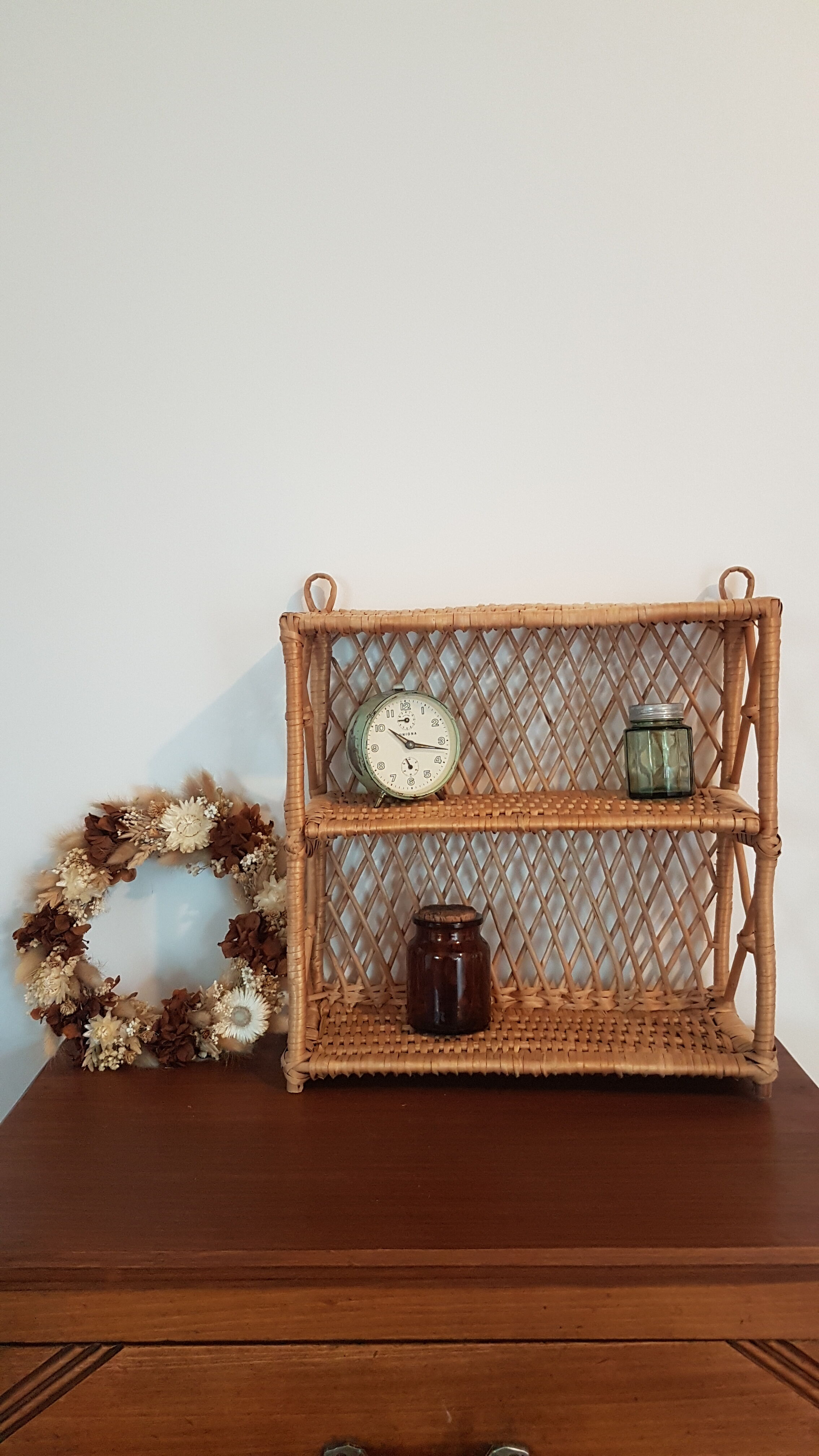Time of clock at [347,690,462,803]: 10:17
